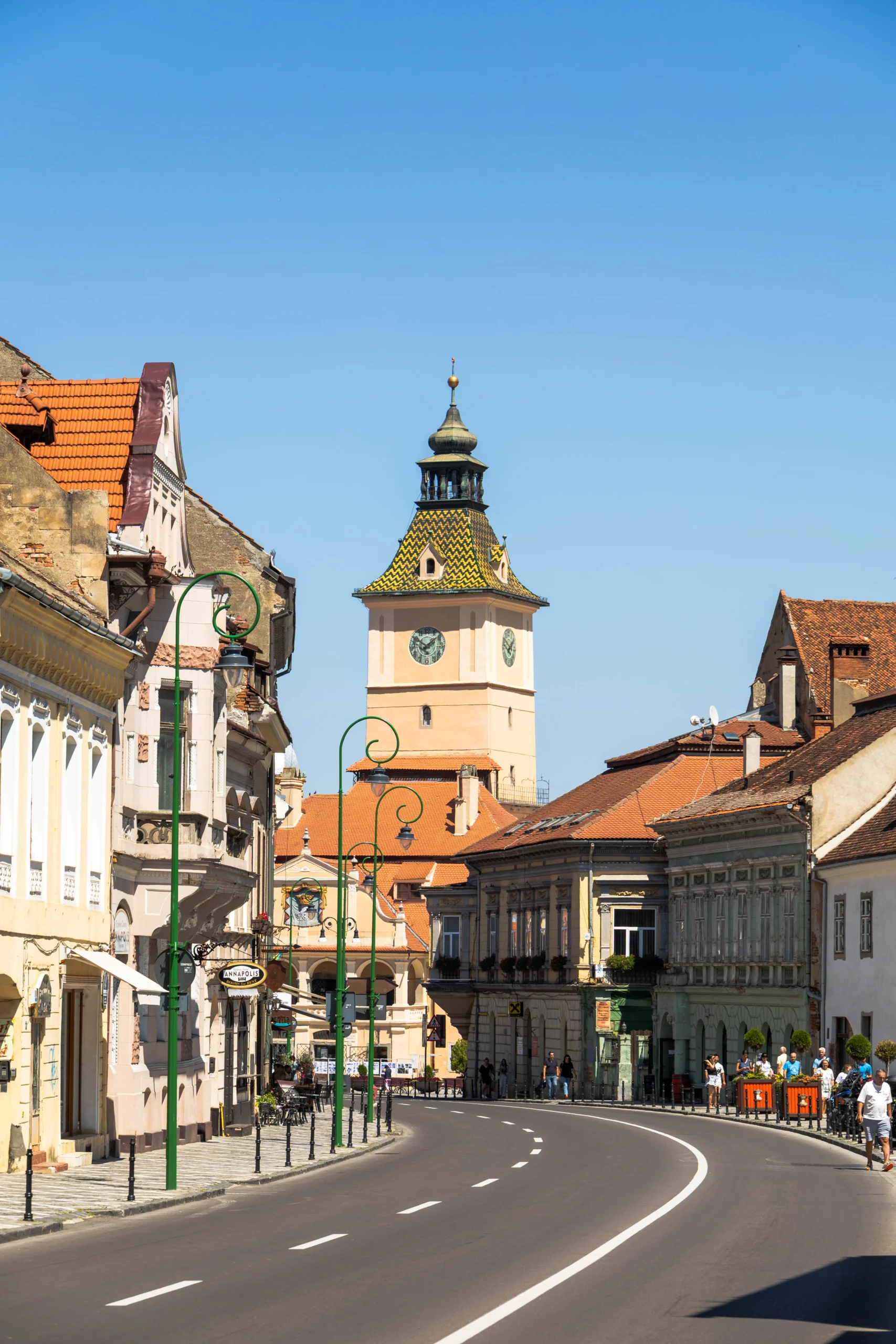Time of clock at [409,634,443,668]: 1:50
